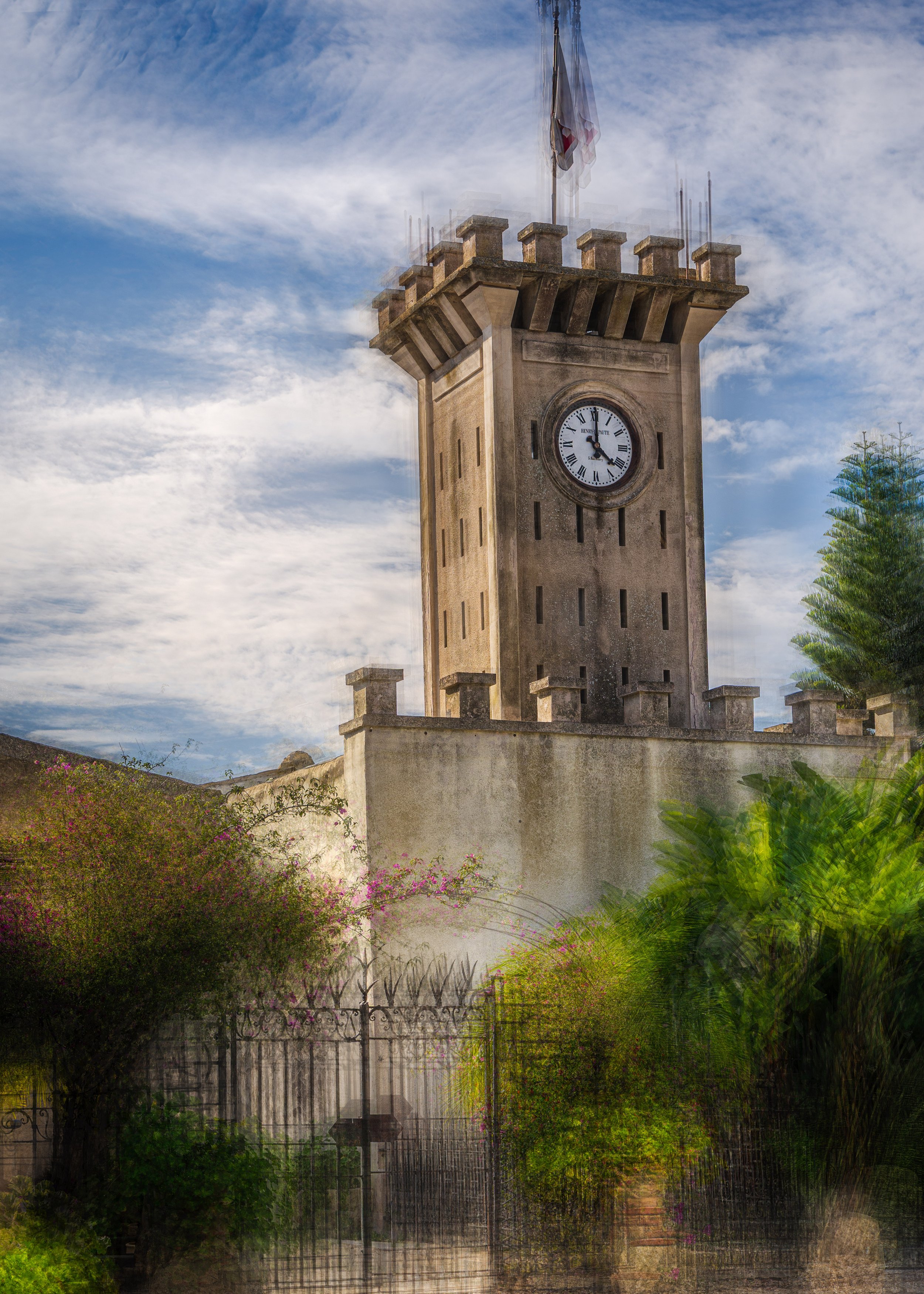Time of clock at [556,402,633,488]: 4:00
